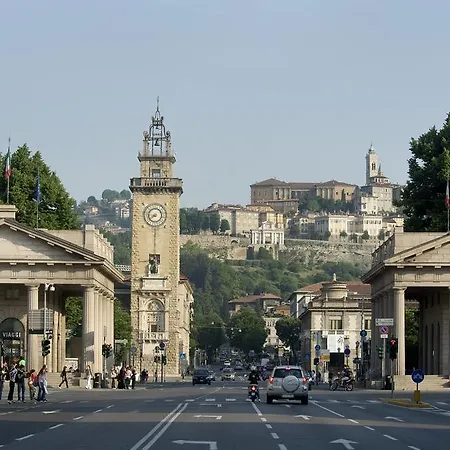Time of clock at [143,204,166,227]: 8:38
